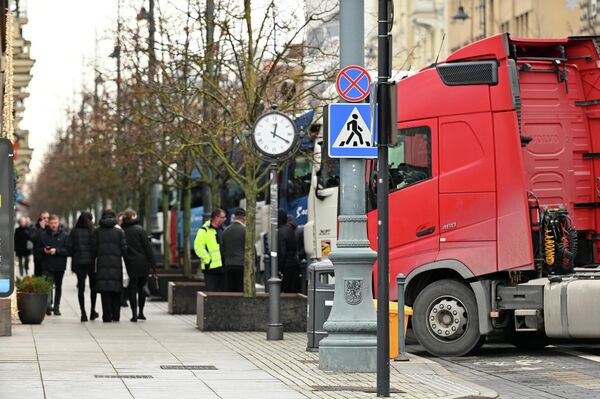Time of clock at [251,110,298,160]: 12:19
